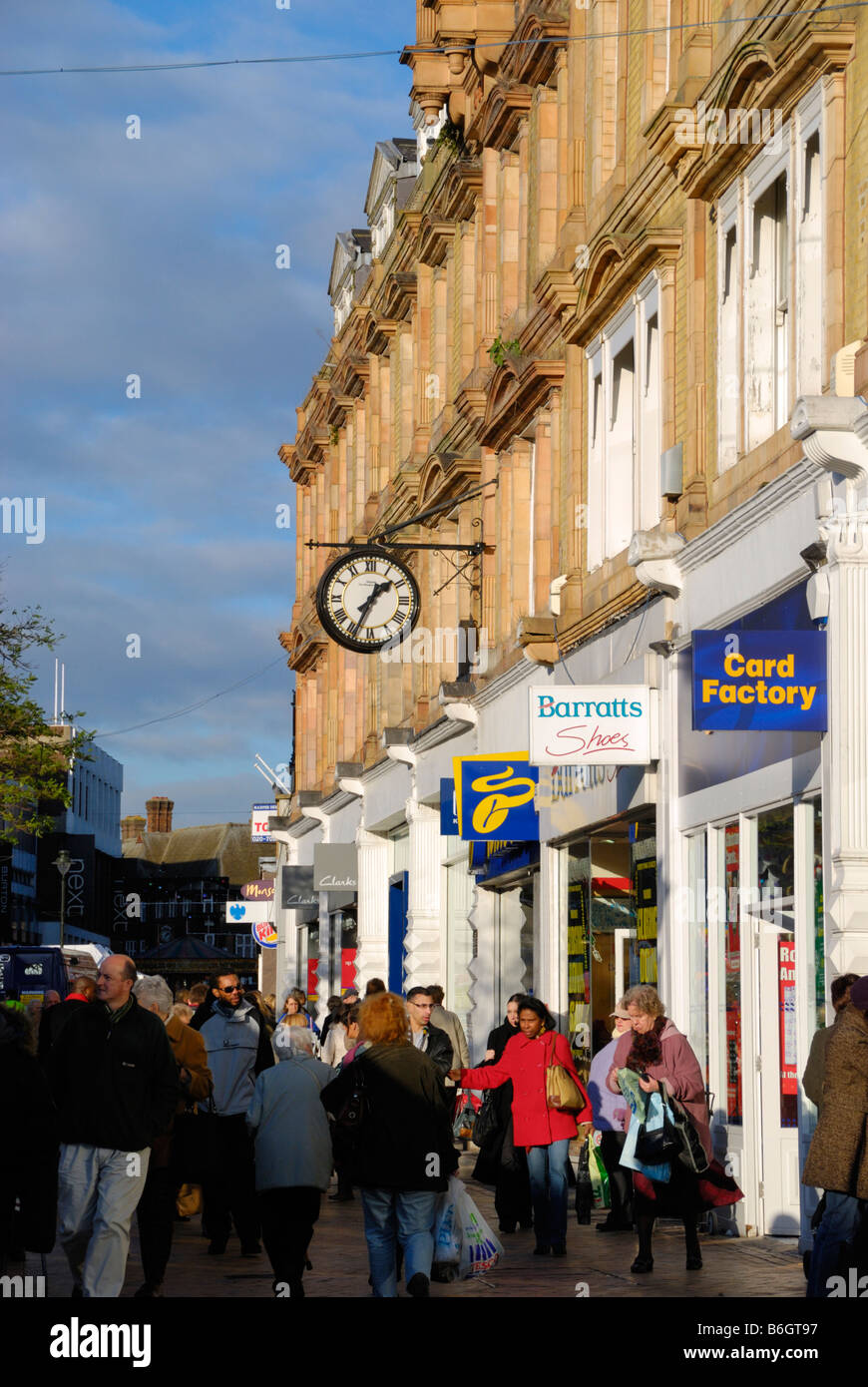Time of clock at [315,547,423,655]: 1:34
